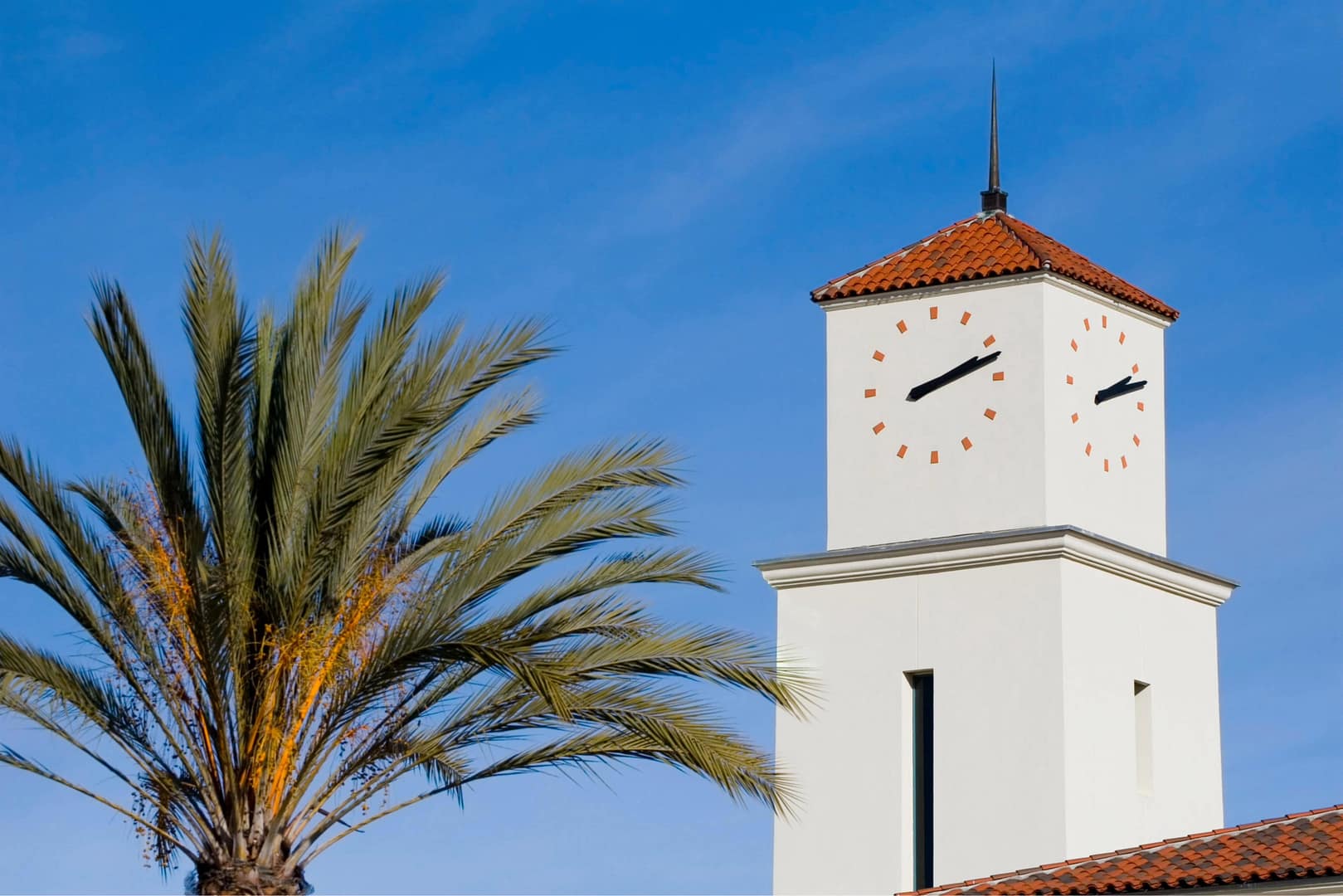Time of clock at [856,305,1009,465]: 2:12
